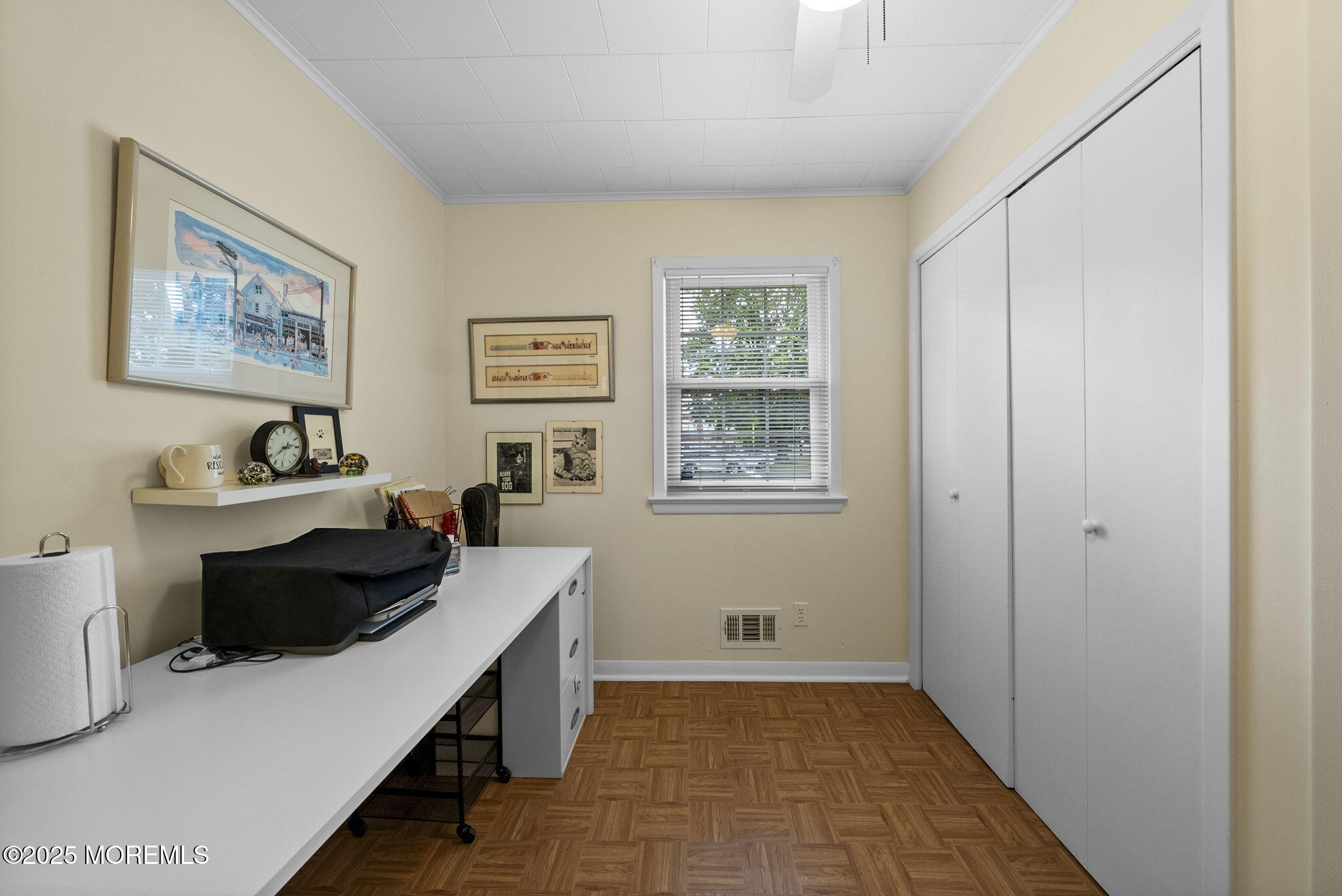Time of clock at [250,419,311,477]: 2:38
